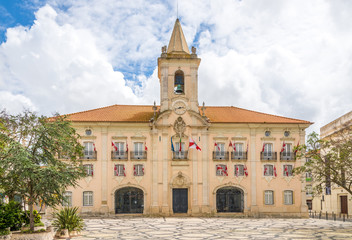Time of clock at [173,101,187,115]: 2:42
